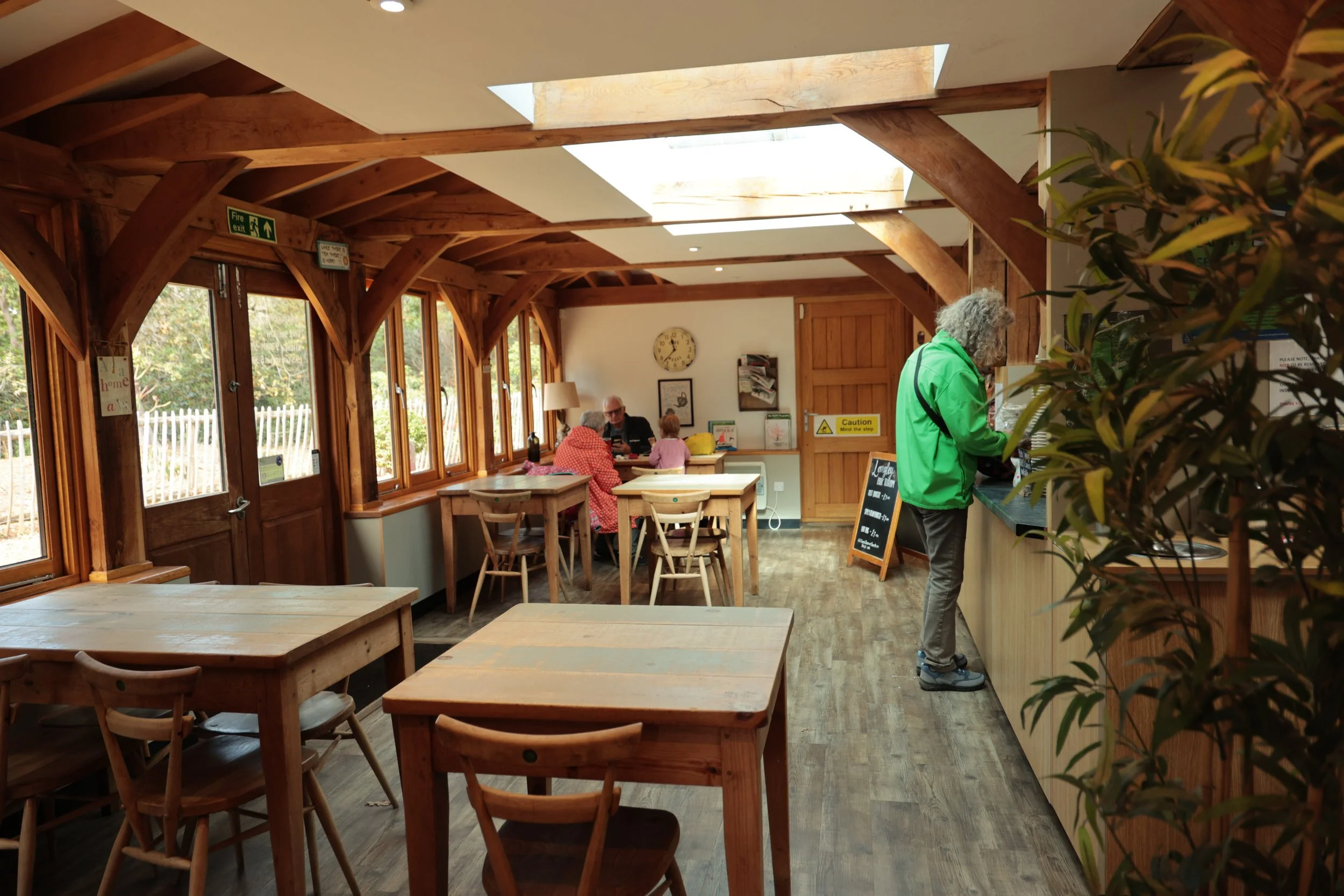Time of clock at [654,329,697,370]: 11:37
